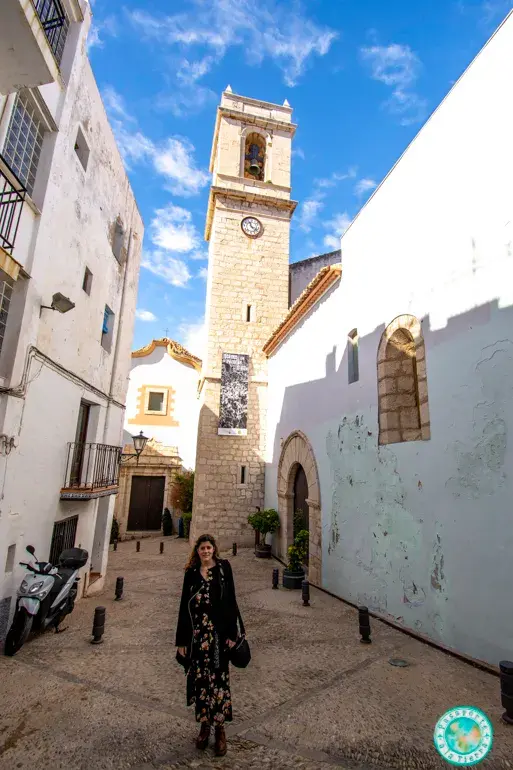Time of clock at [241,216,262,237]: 11:21
